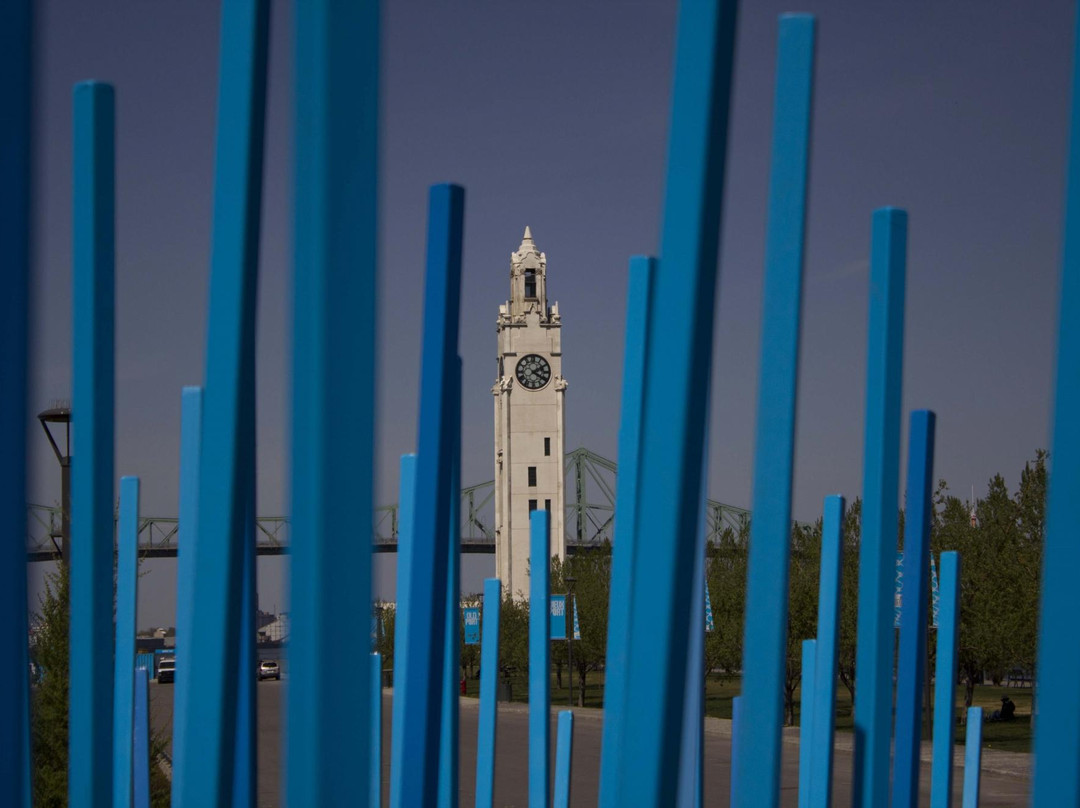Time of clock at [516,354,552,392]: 4:09
